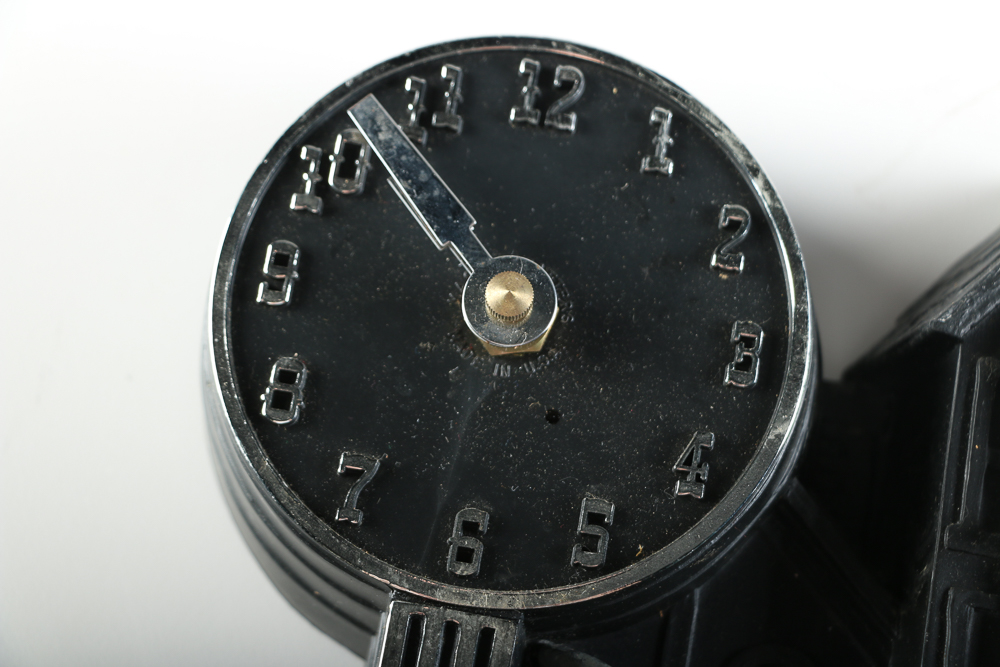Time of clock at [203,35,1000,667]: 9:52
